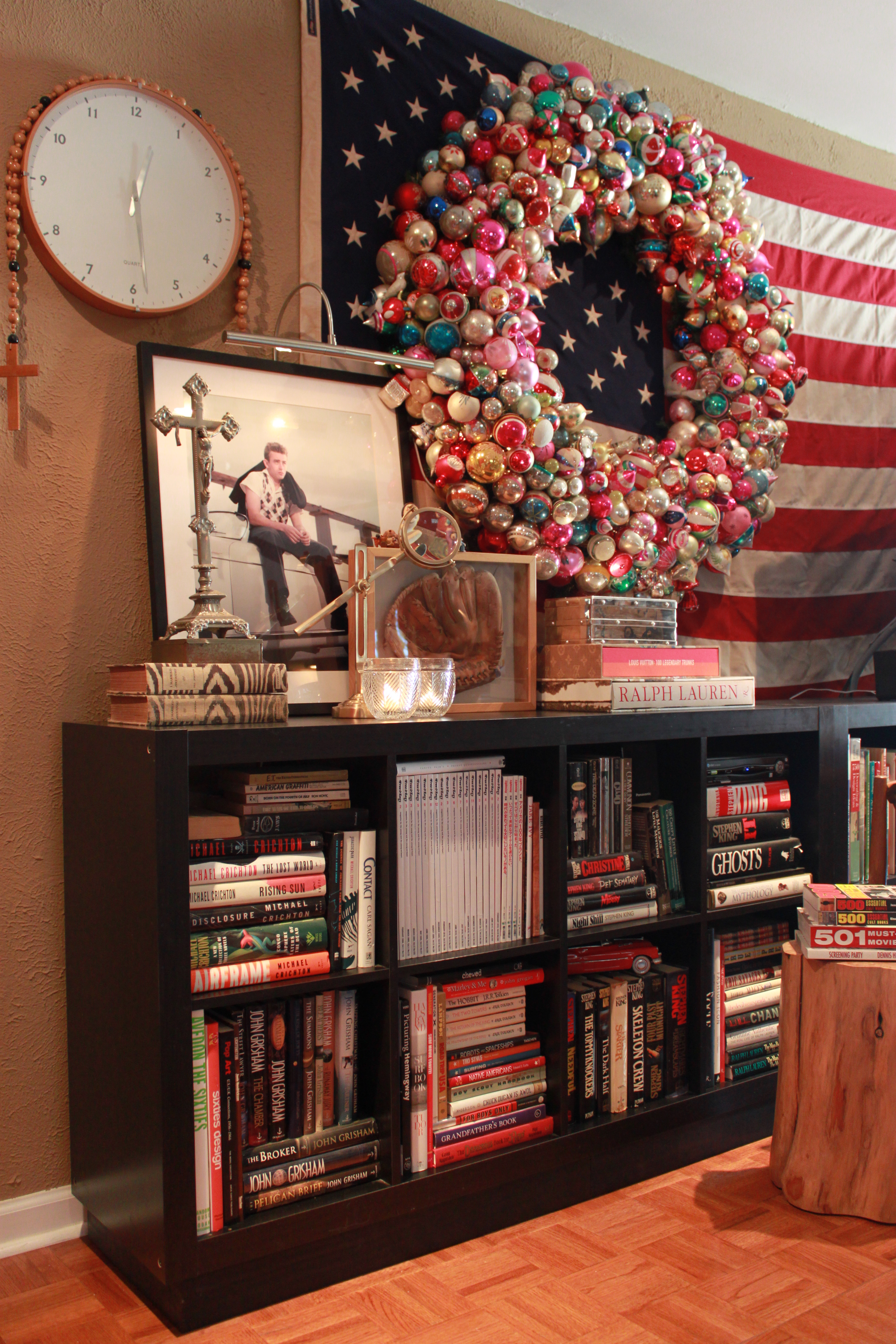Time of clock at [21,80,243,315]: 12:28
